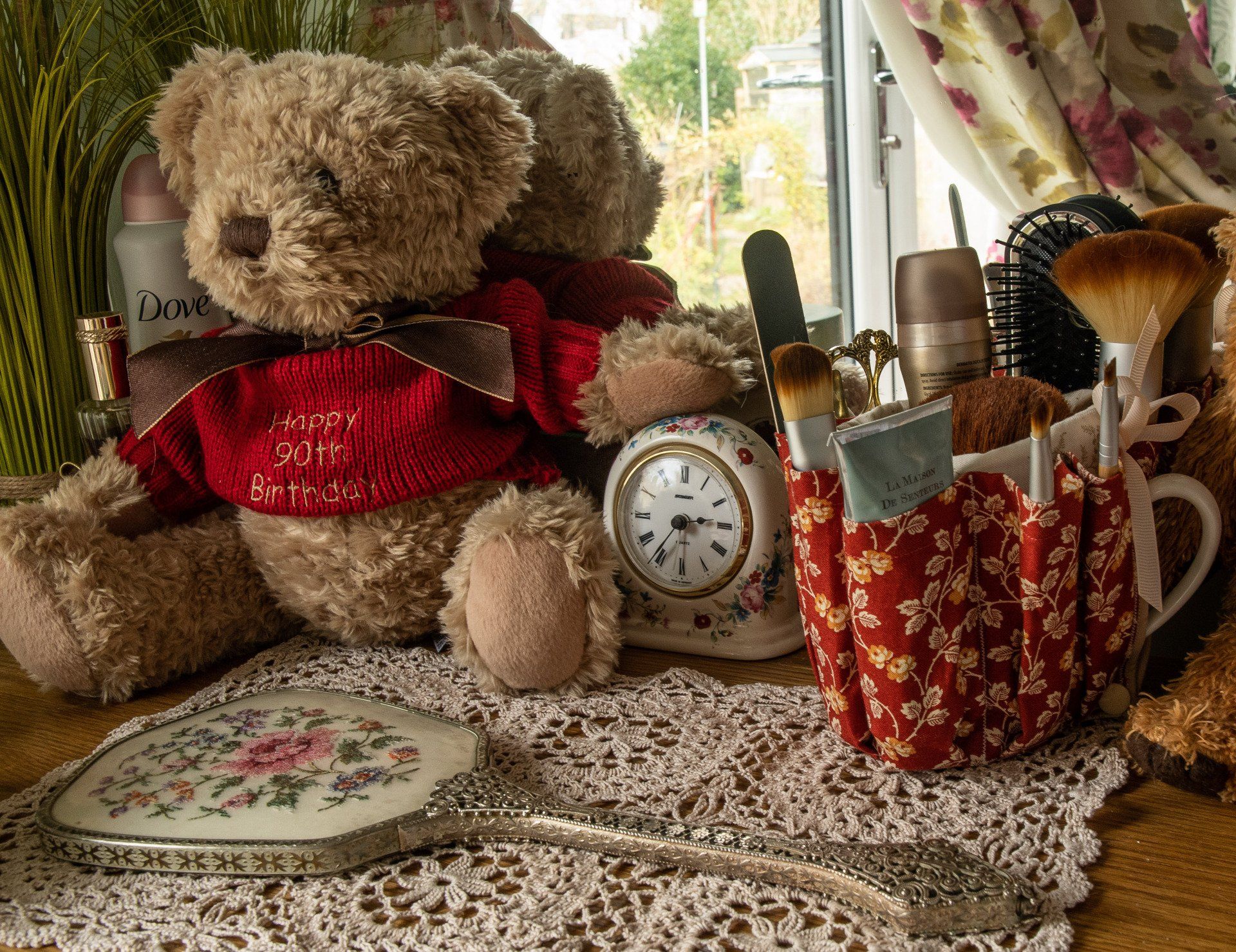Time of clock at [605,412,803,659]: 2:36
